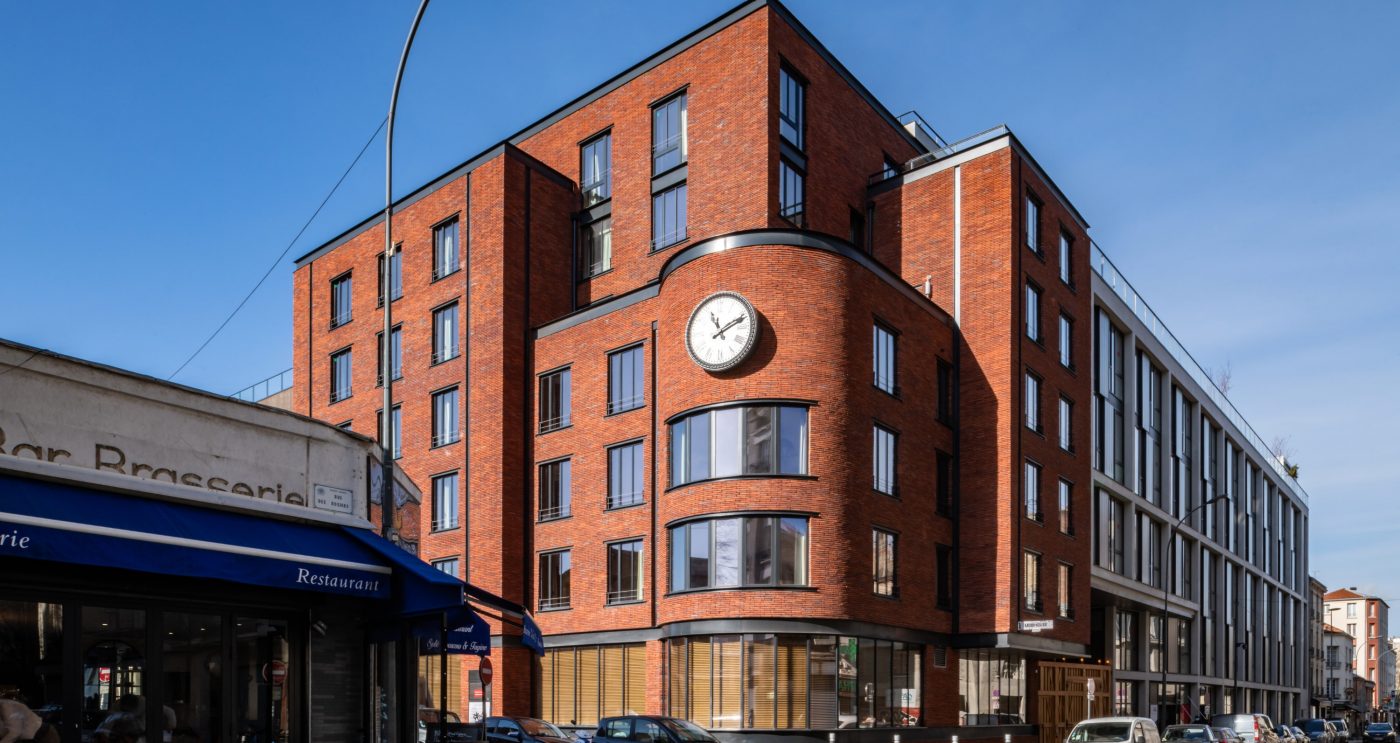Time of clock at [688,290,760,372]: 11:11
